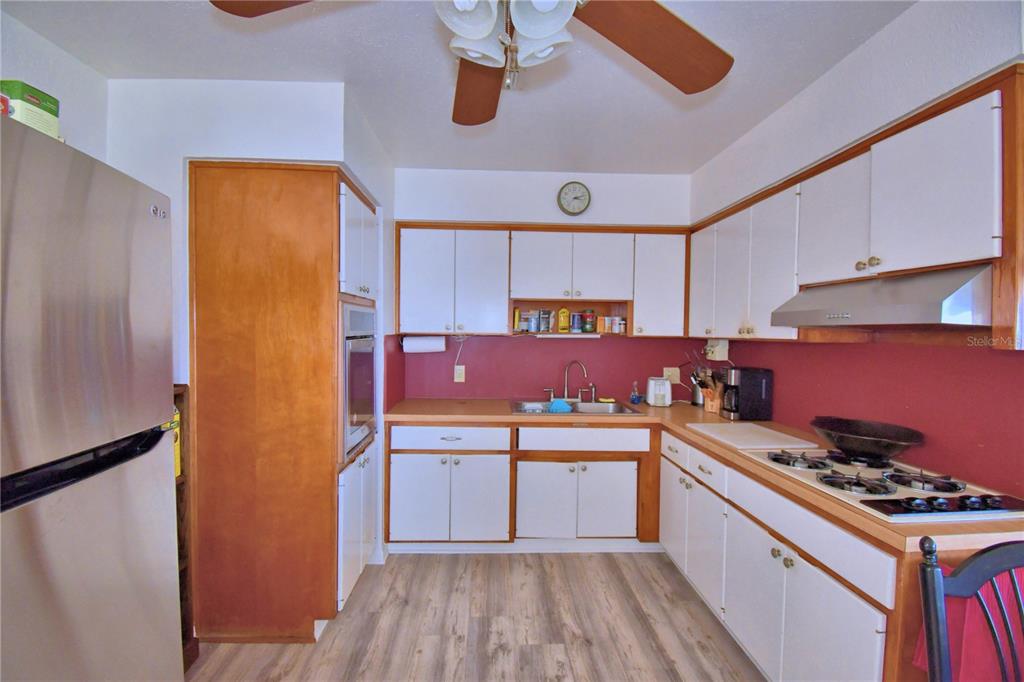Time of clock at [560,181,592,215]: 3:12
